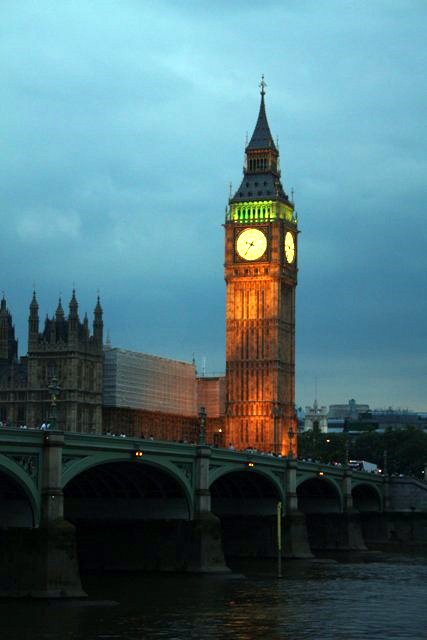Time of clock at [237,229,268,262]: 9:36
